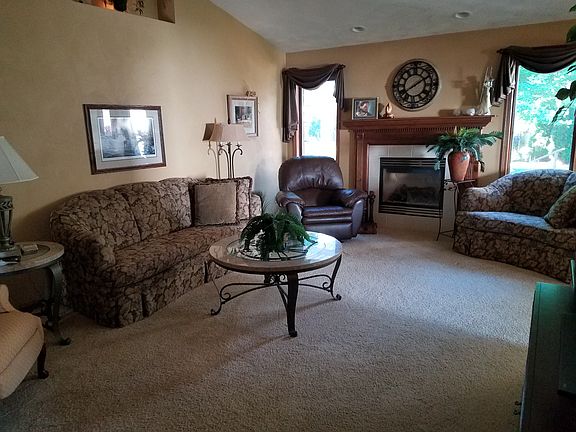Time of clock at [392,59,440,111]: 8:09
